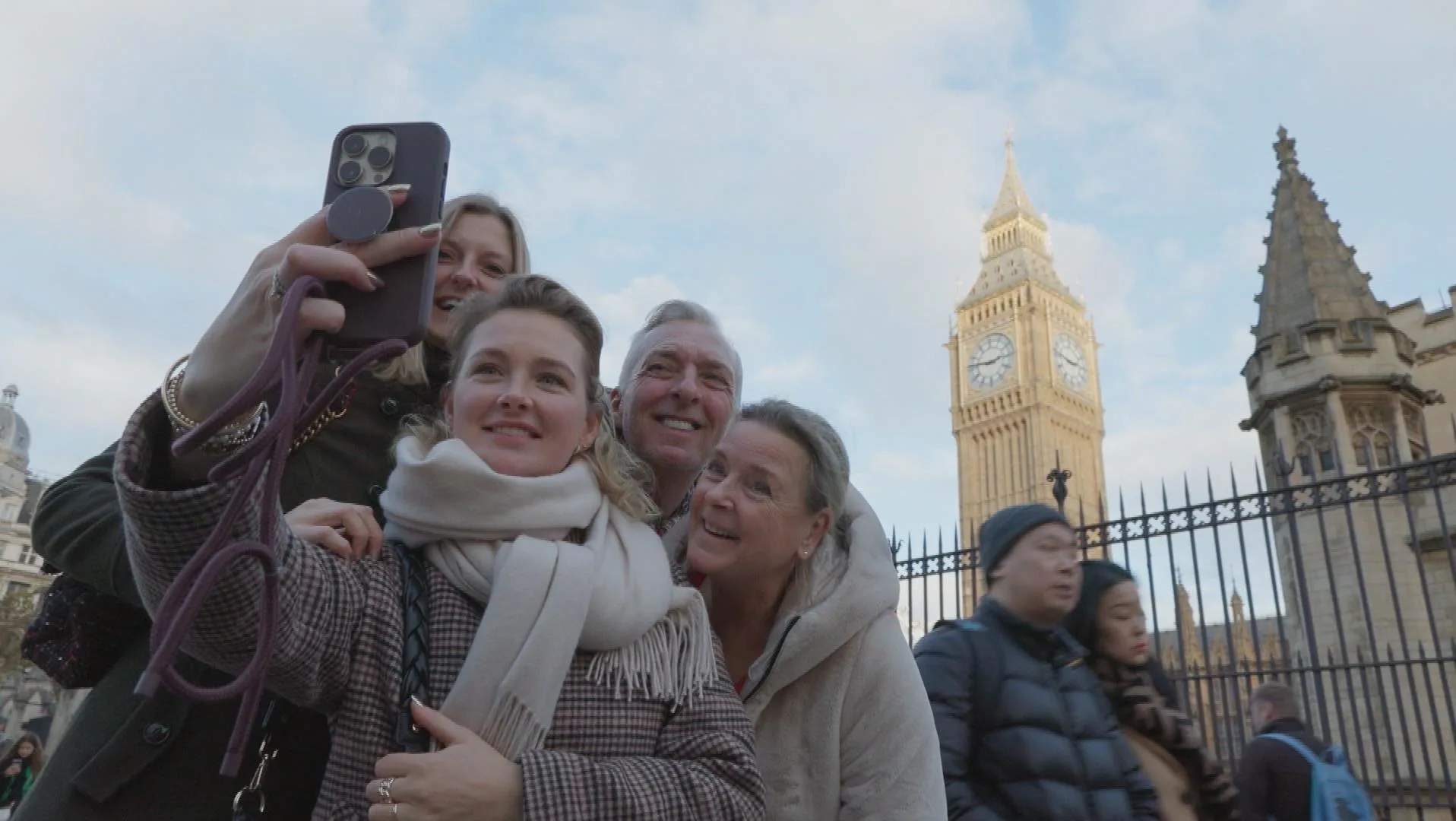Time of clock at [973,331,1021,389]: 2:46
